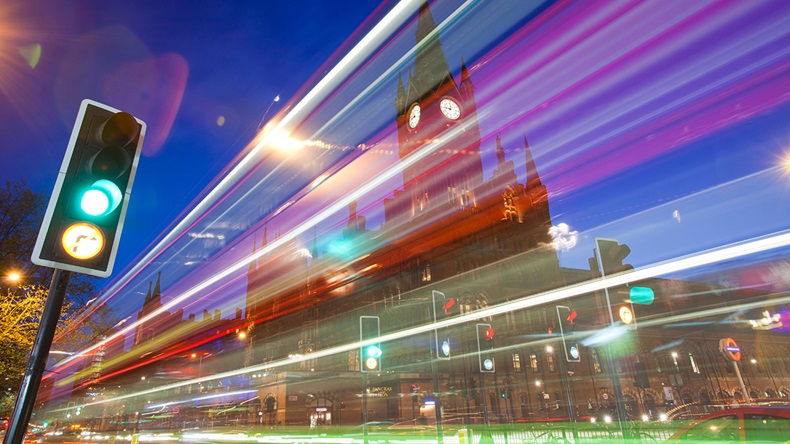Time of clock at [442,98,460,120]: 9:01
